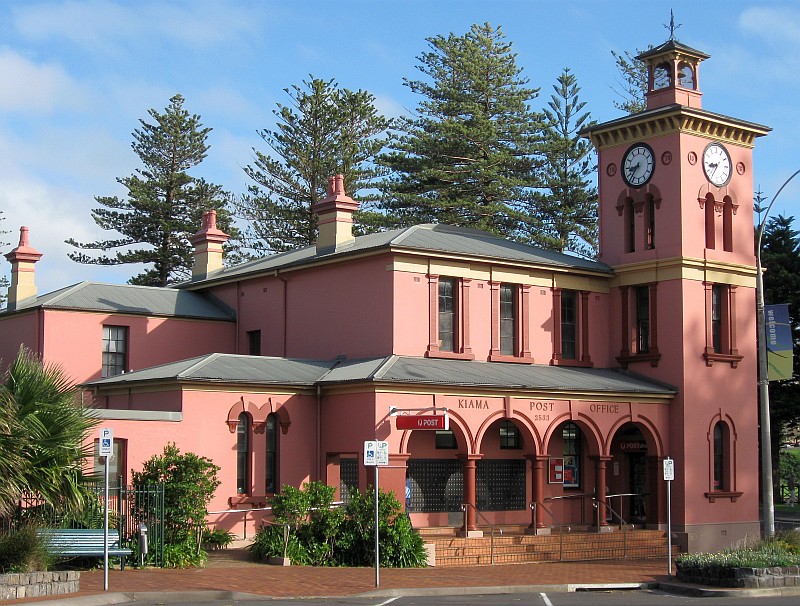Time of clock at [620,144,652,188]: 8:36
